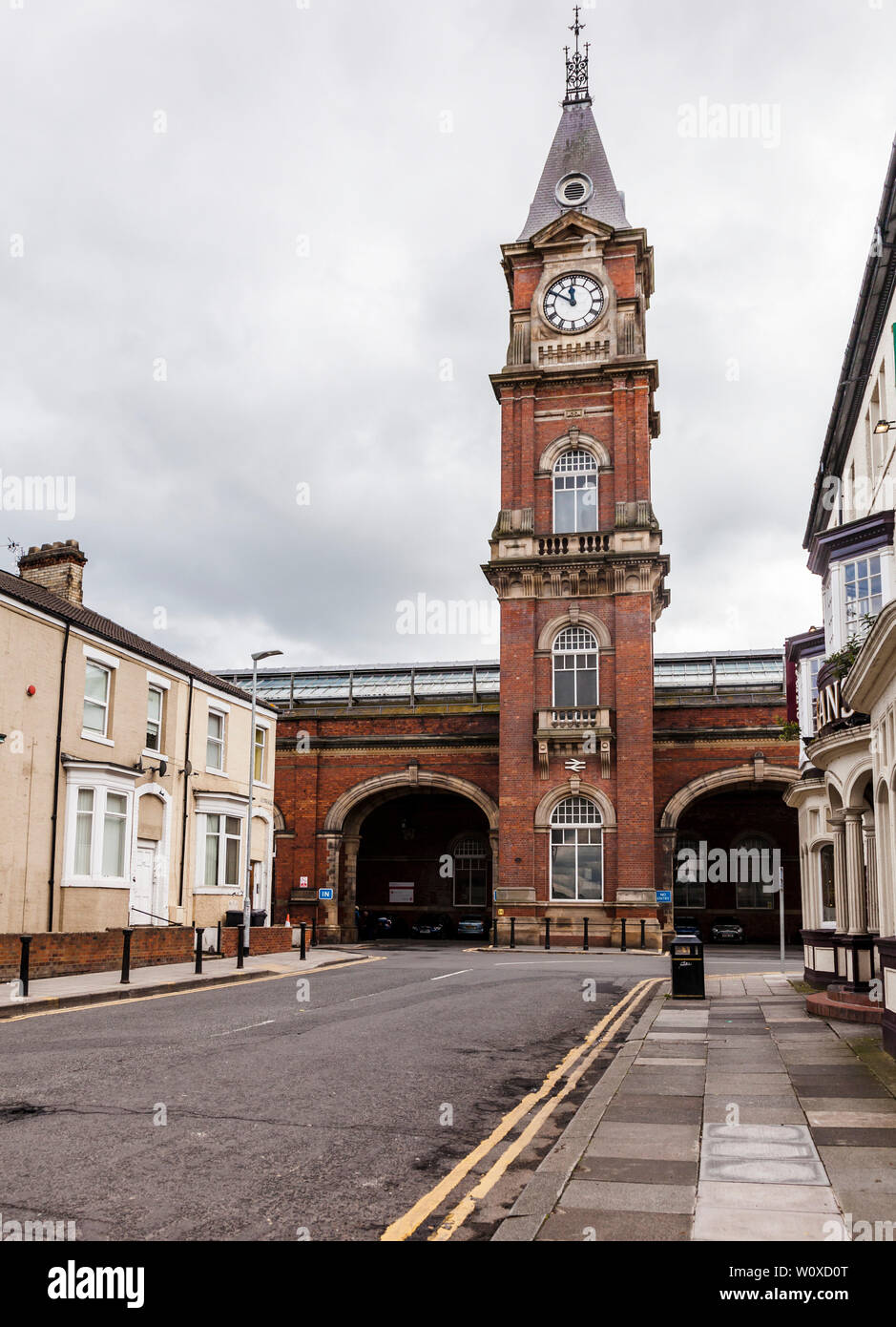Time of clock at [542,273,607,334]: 11:50
